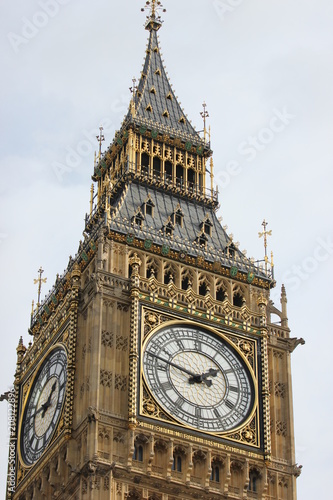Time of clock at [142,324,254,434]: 1:47
